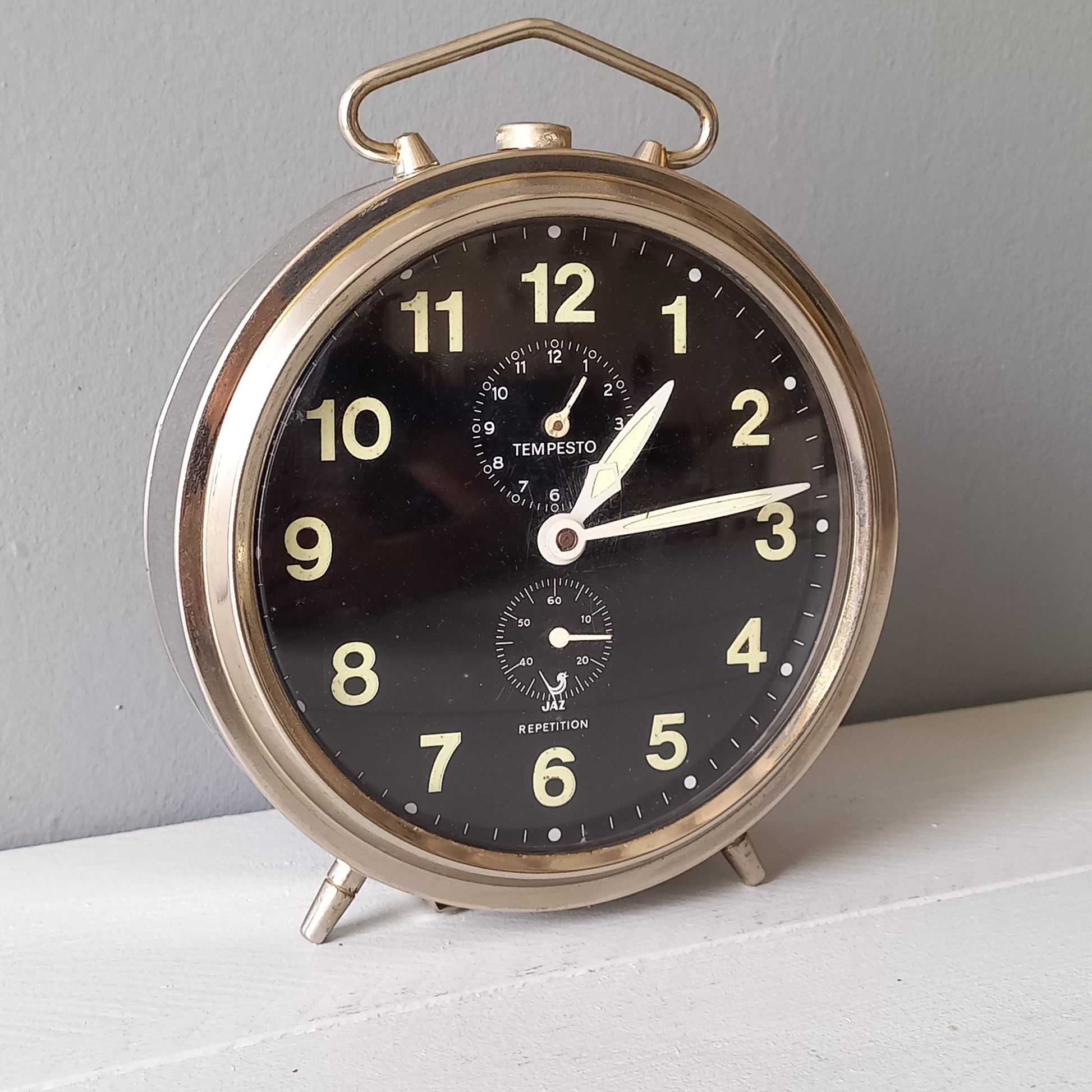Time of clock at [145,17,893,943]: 1:13
